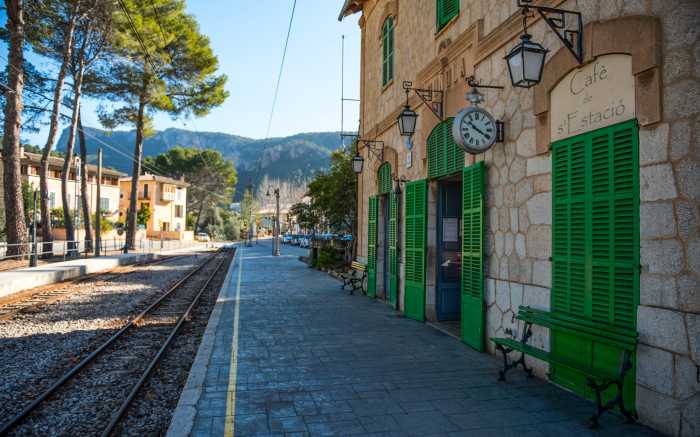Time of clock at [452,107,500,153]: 10:20
